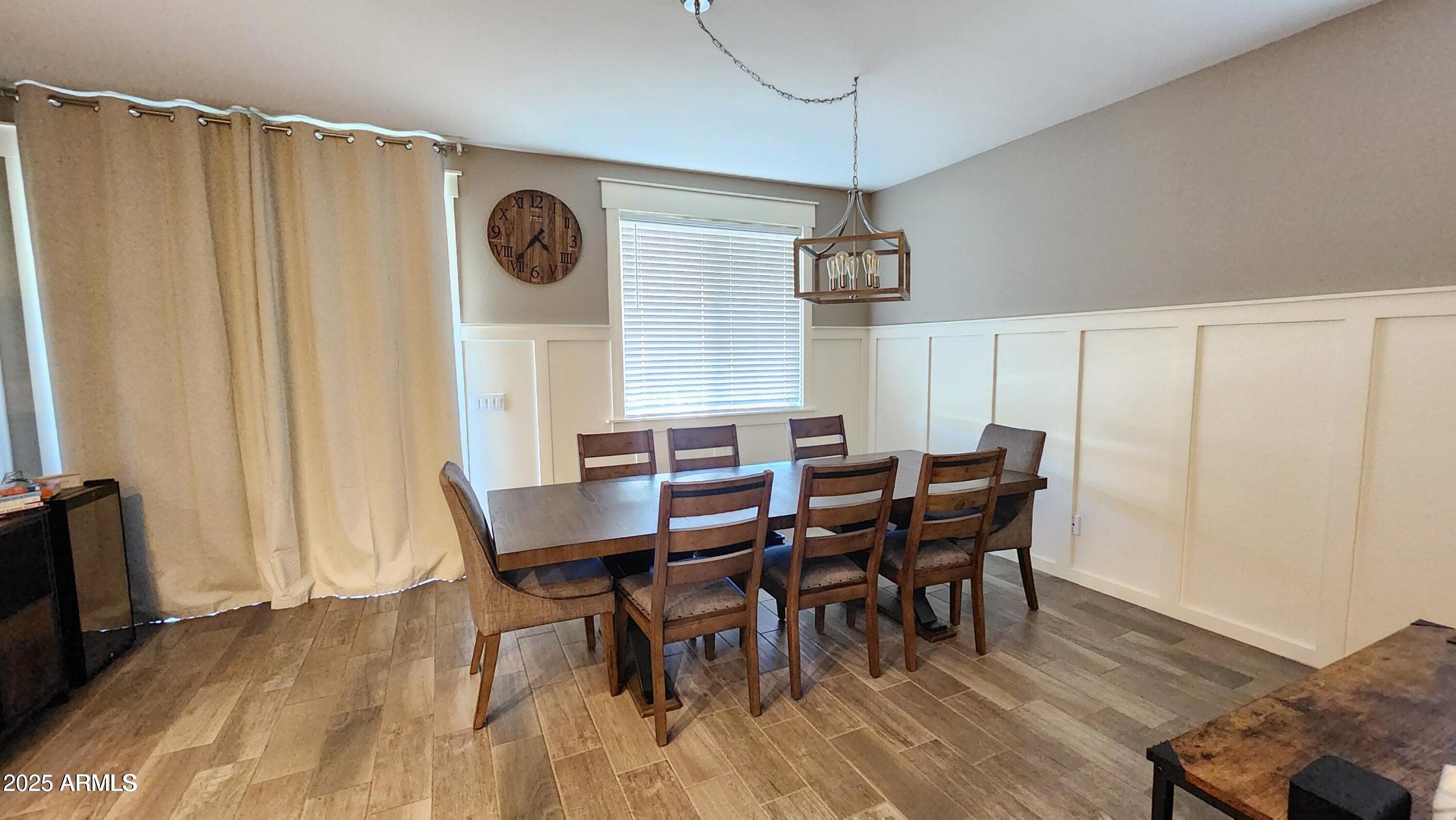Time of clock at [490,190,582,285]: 4:36
